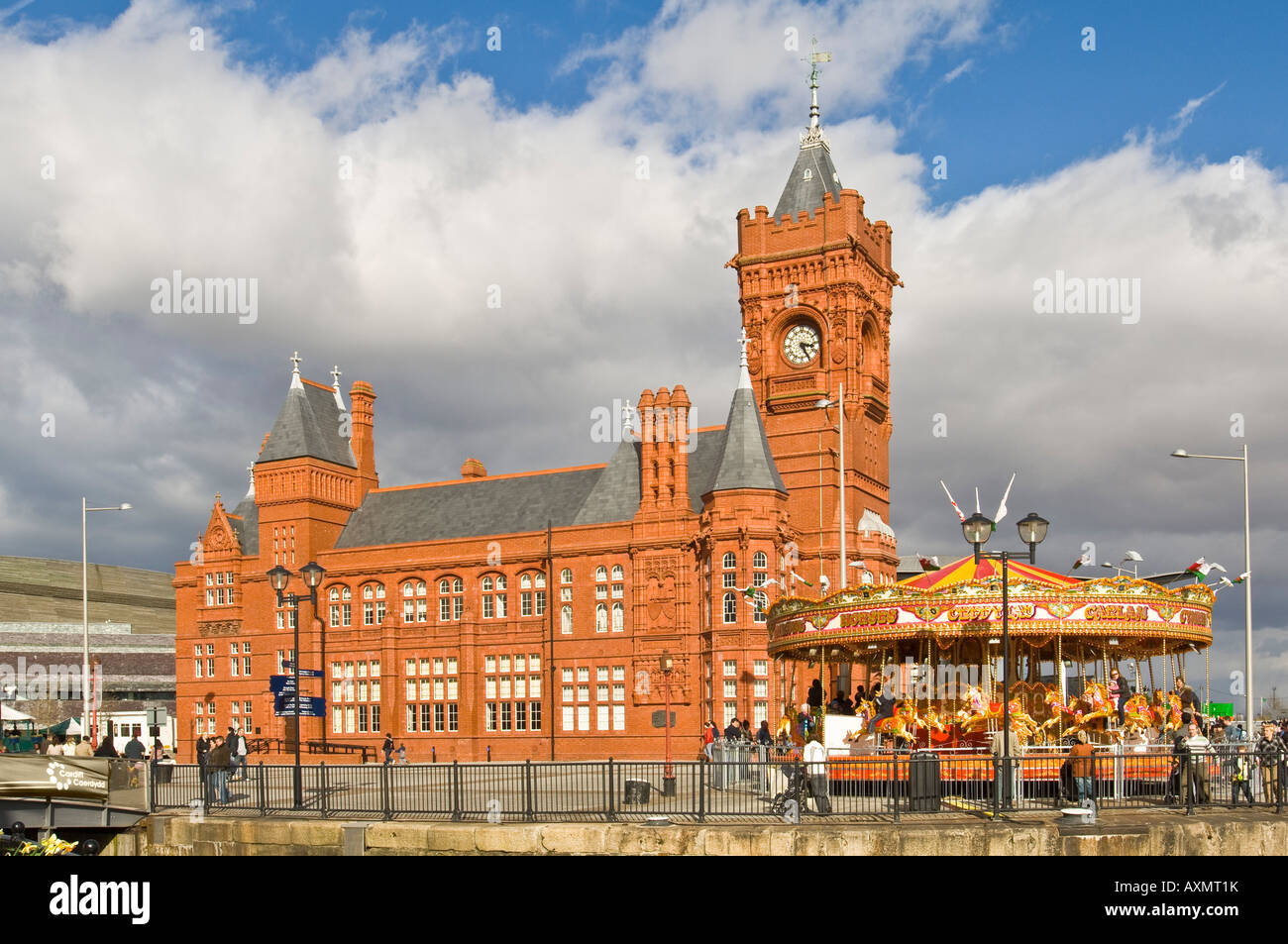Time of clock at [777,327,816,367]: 3:25
